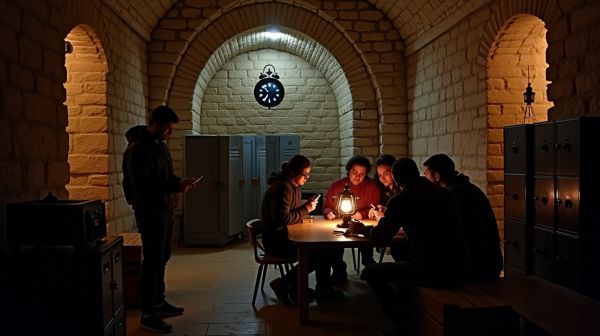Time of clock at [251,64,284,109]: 10:34
